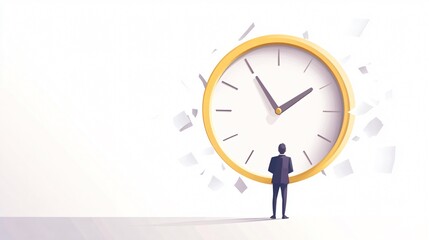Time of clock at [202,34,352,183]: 1:54
